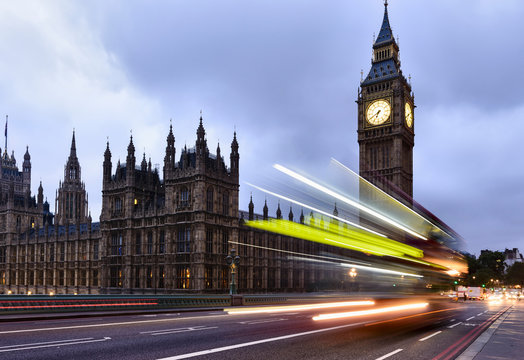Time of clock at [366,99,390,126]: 6:39
